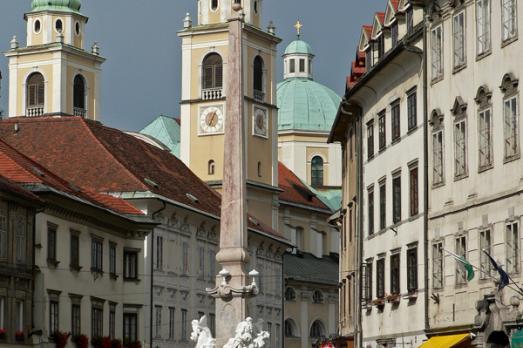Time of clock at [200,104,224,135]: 7:03
